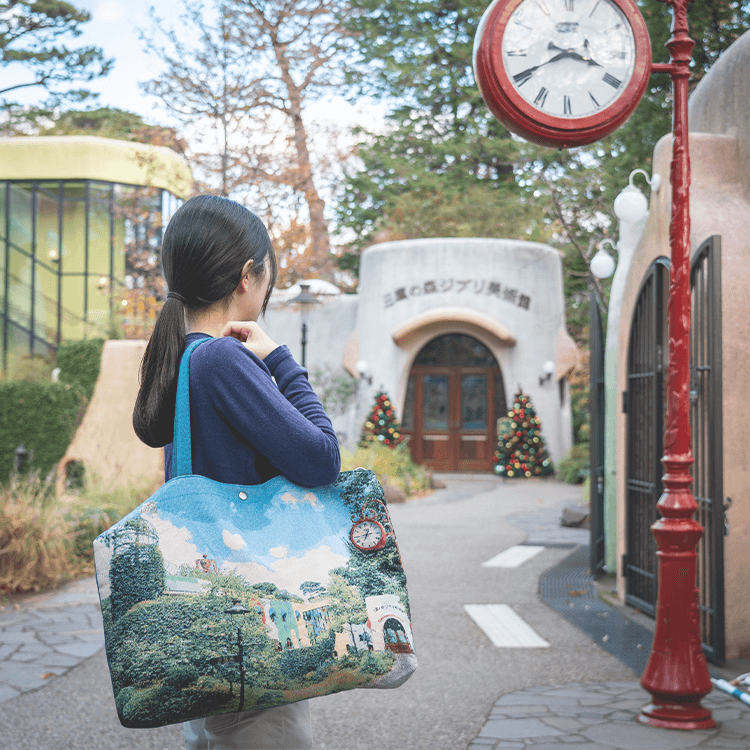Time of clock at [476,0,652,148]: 3:40
